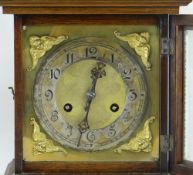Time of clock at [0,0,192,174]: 12:32
